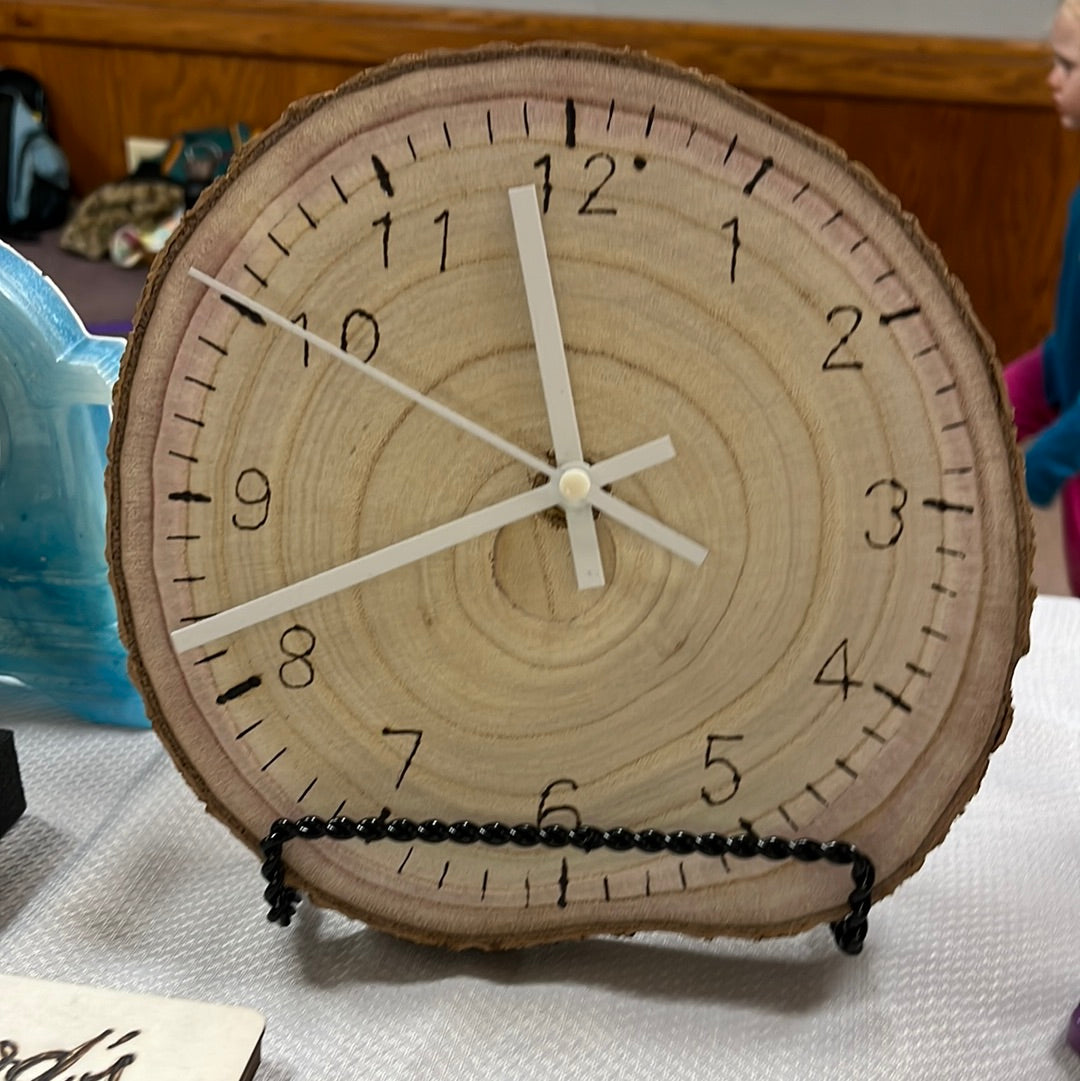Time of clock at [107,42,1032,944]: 3:41
